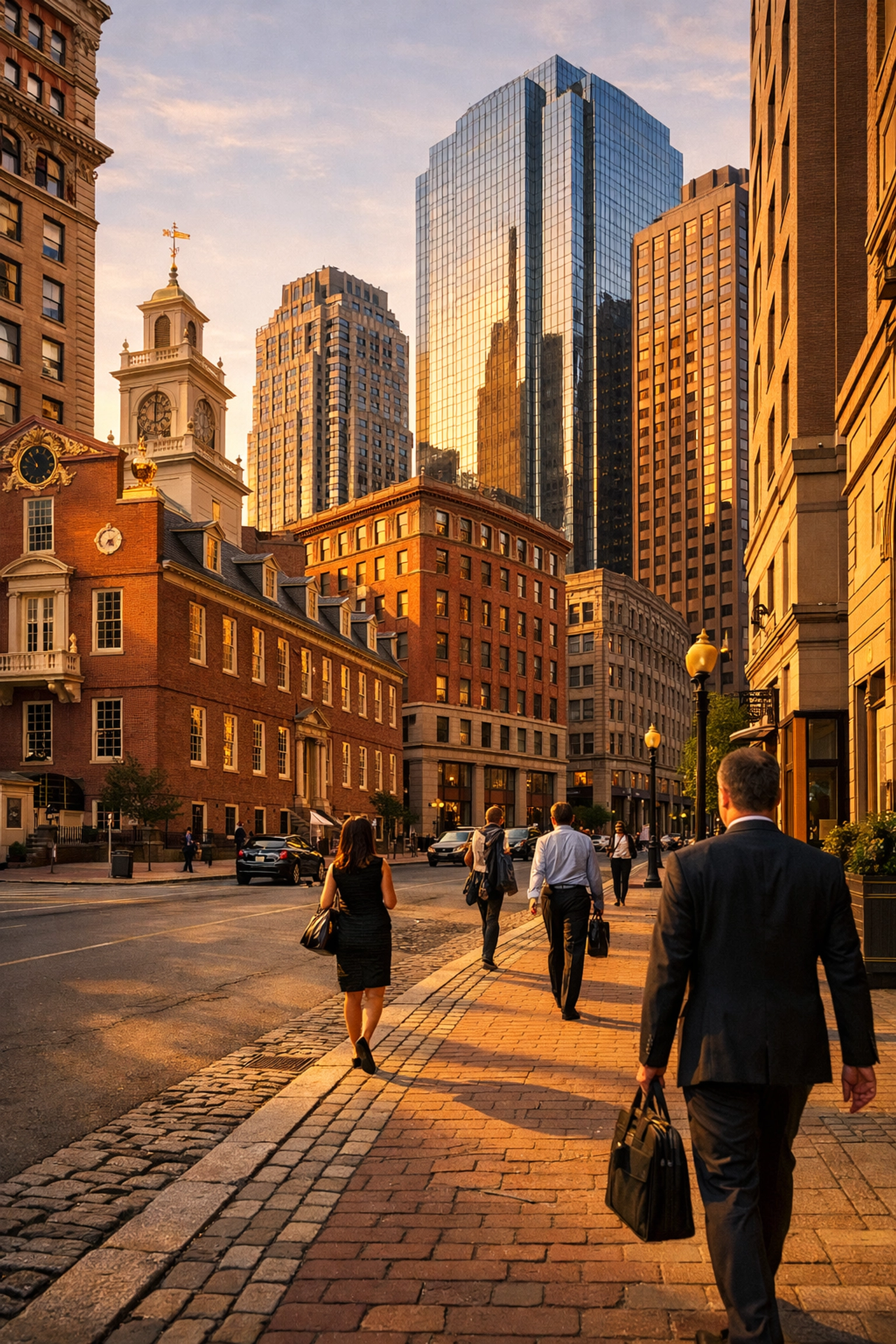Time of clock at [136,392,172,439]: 6:00
